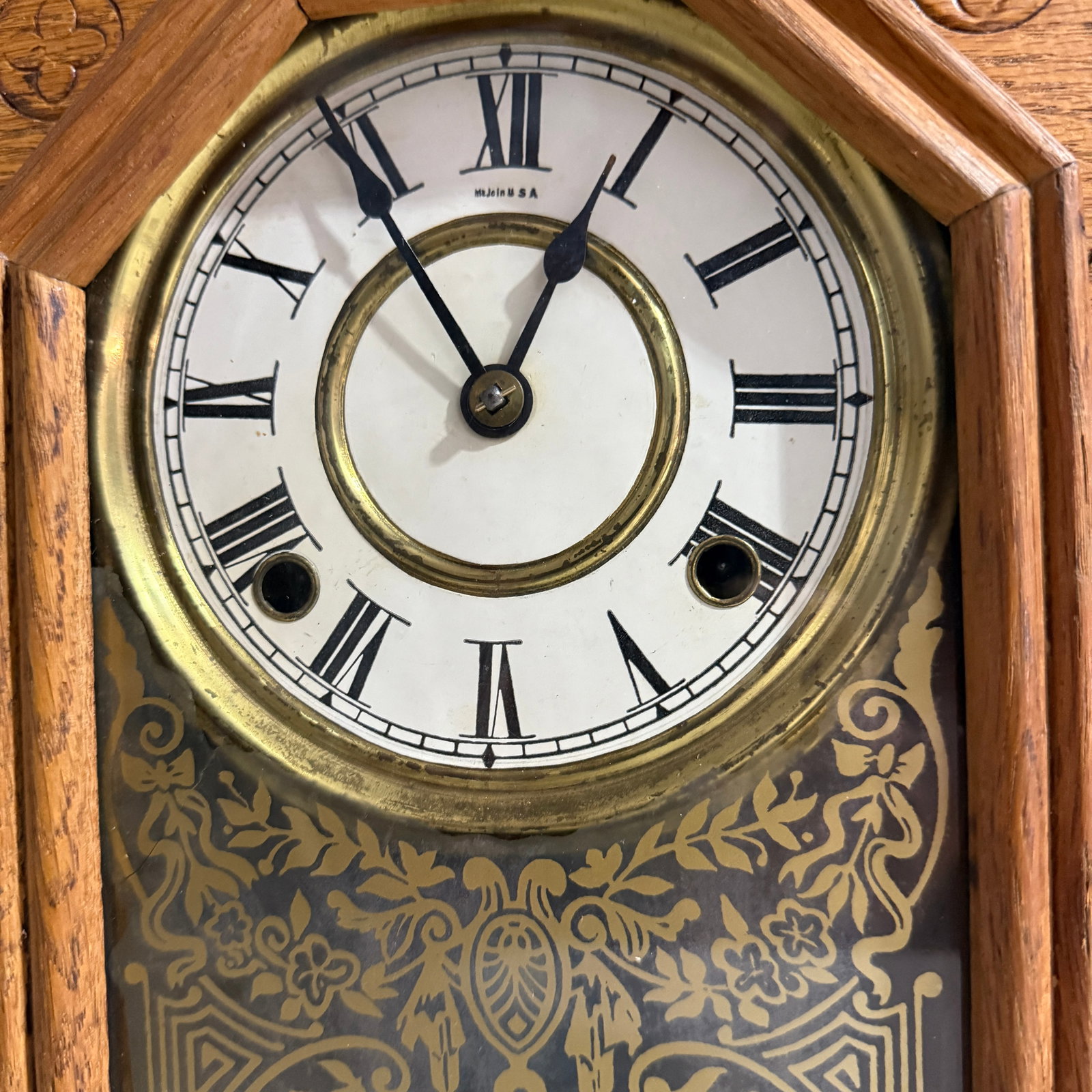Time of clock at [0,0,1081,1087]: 12:54
